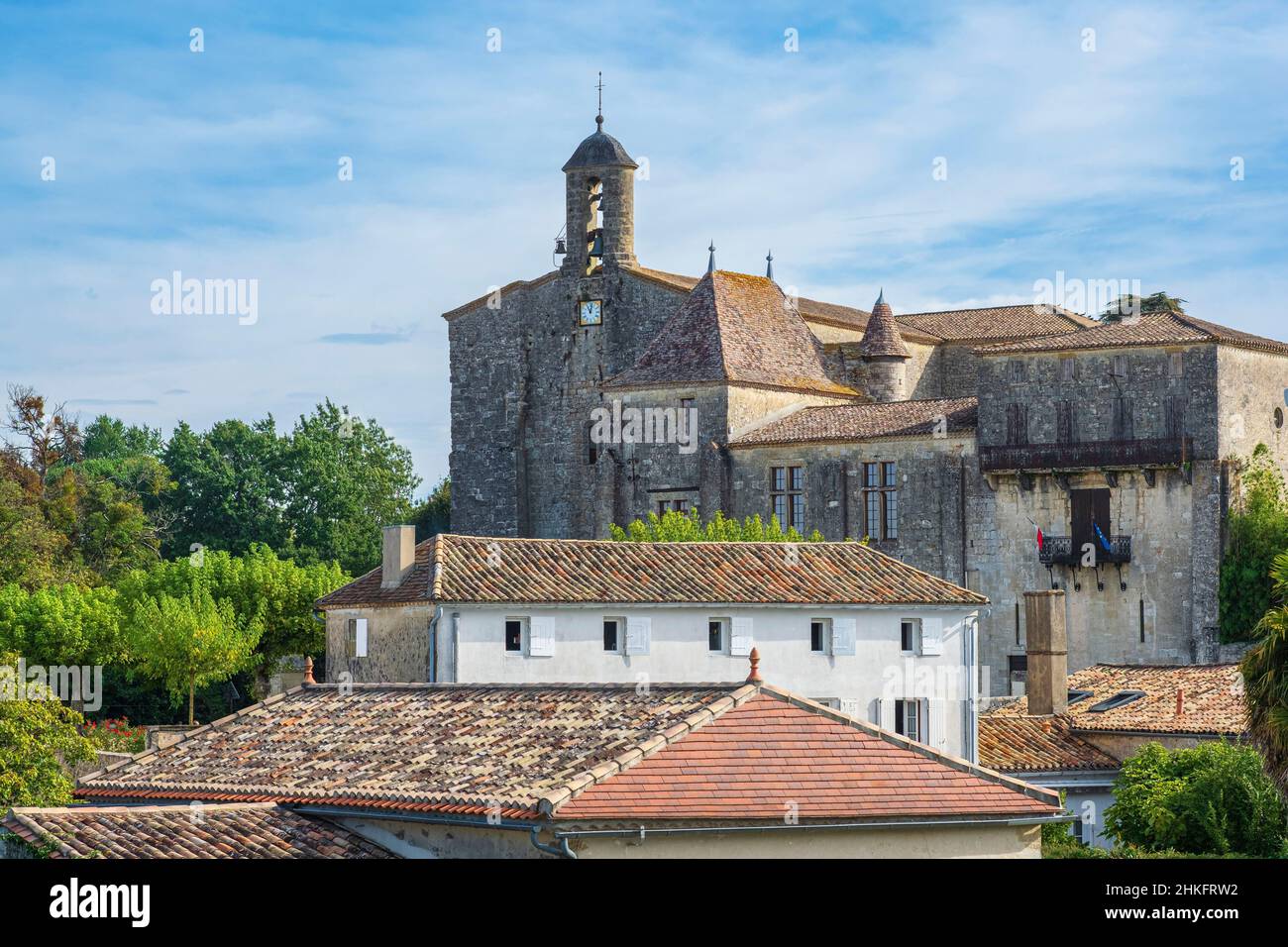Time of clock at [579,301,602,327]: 11:02
